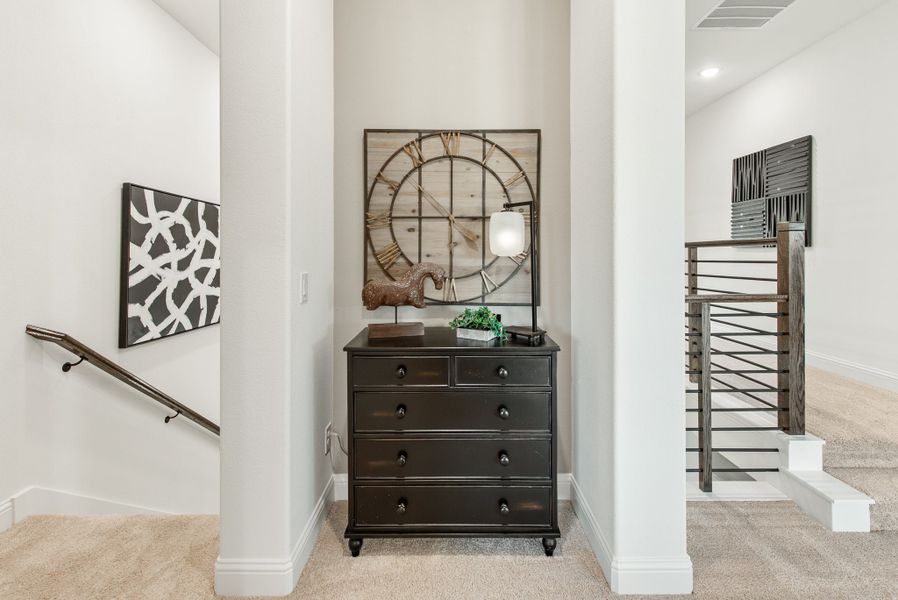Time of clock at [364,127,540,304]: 2:45
